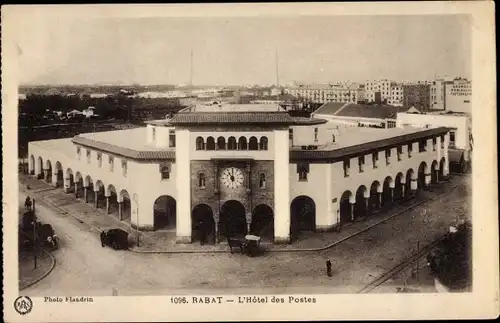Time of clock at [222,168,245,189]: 11:00
